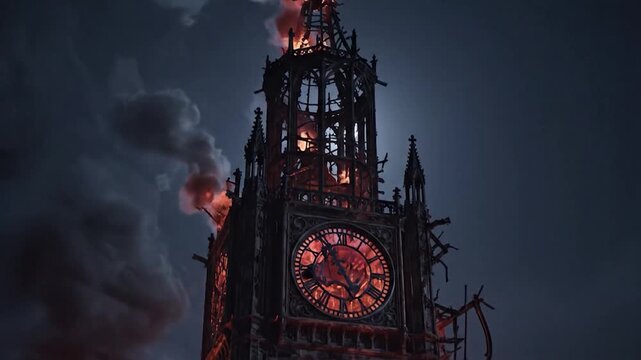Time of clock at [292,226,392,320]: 4:54
